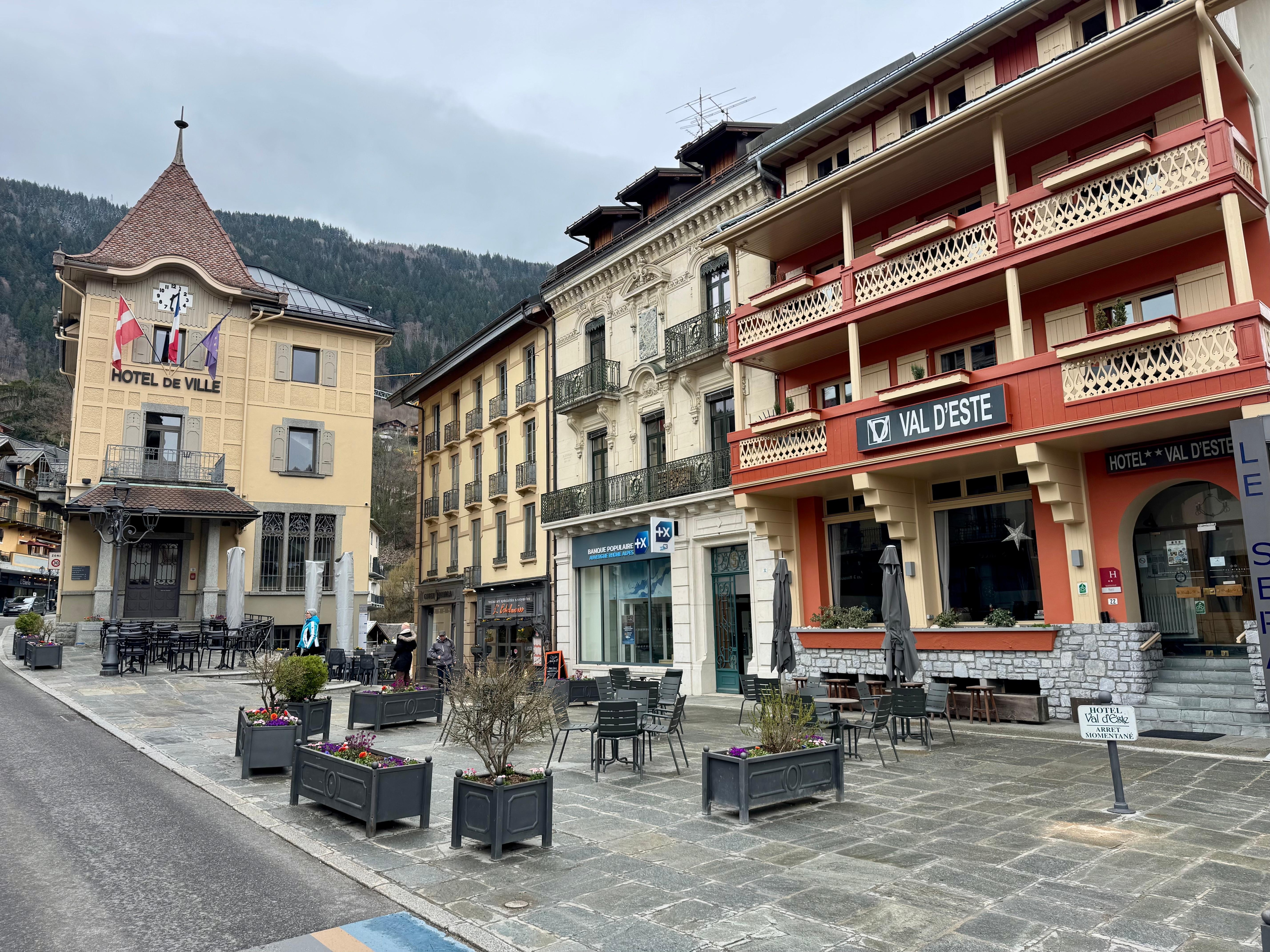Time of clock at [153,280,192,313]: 1:31
